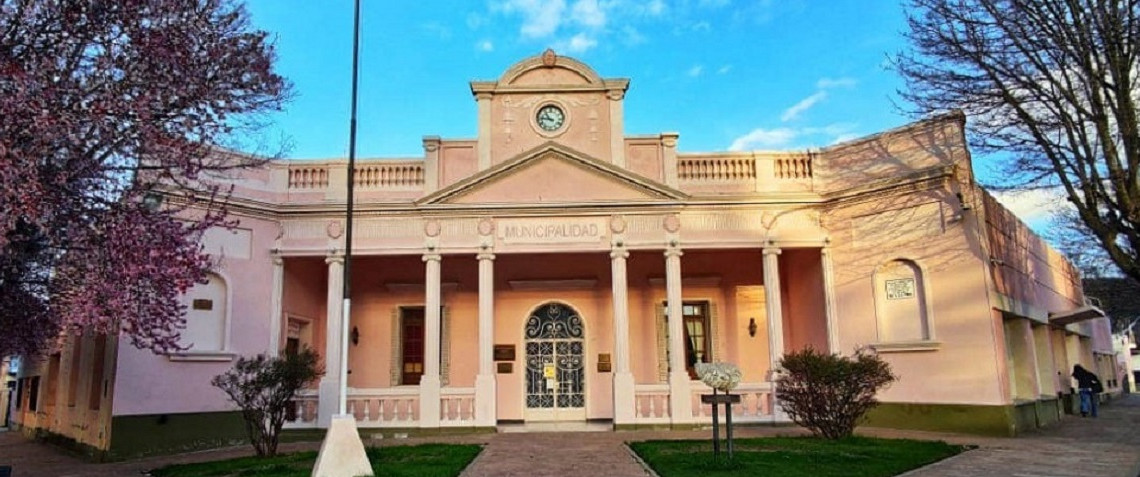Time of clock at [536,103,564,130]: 10:46
